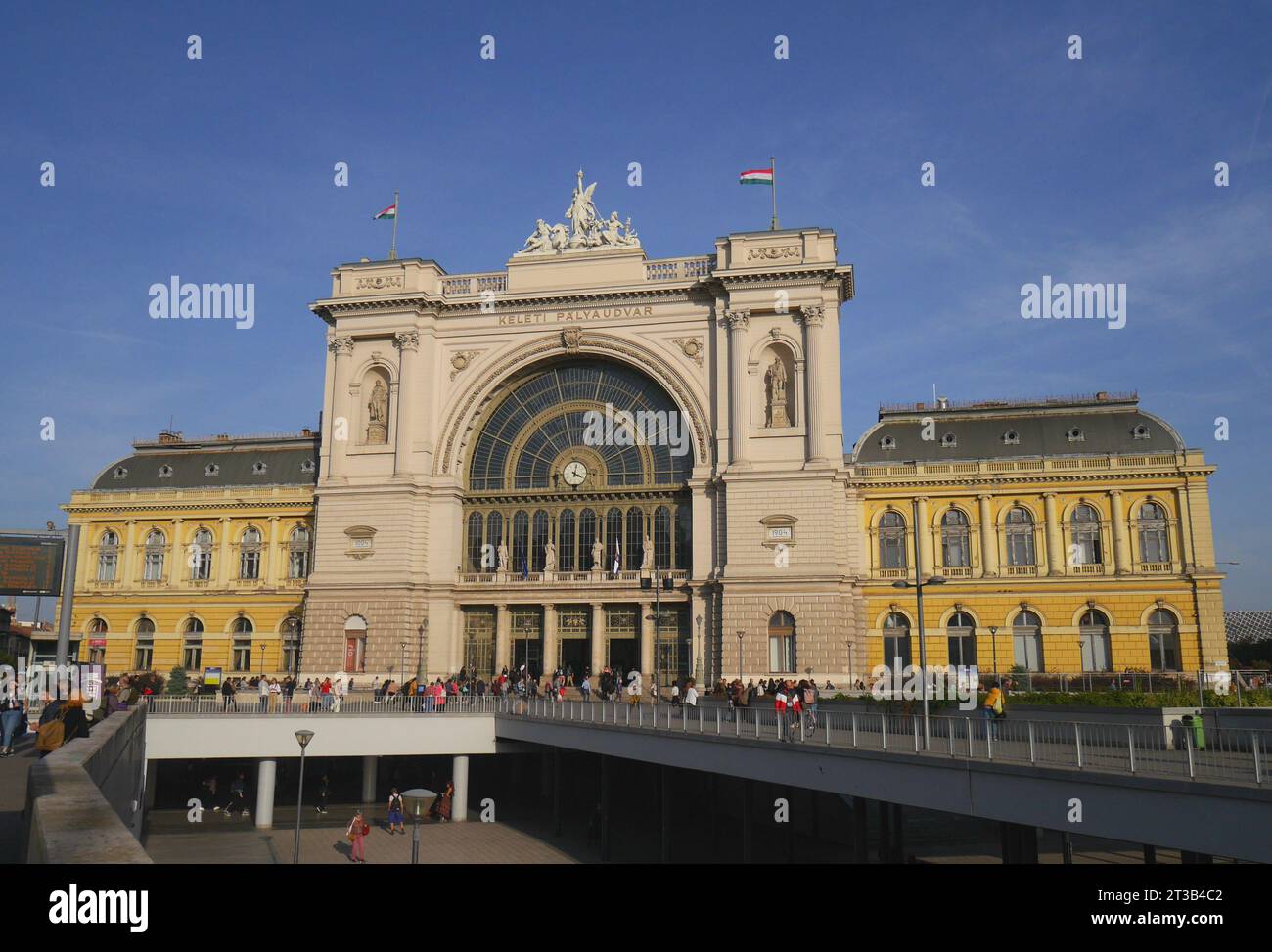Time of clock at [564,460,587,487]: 4:02
